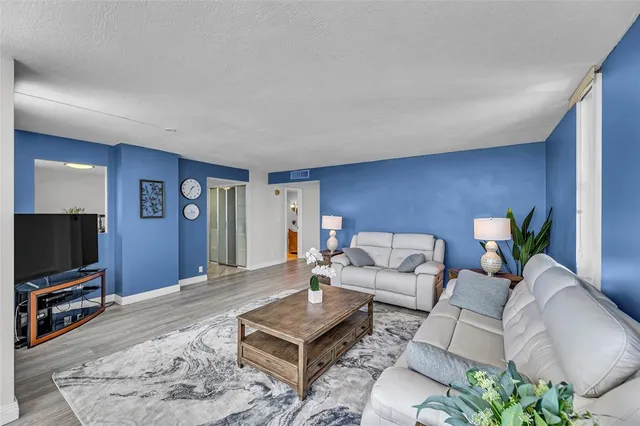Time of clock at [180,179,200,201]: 1:34
